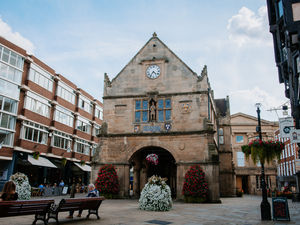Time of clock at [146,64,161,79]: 4:35
